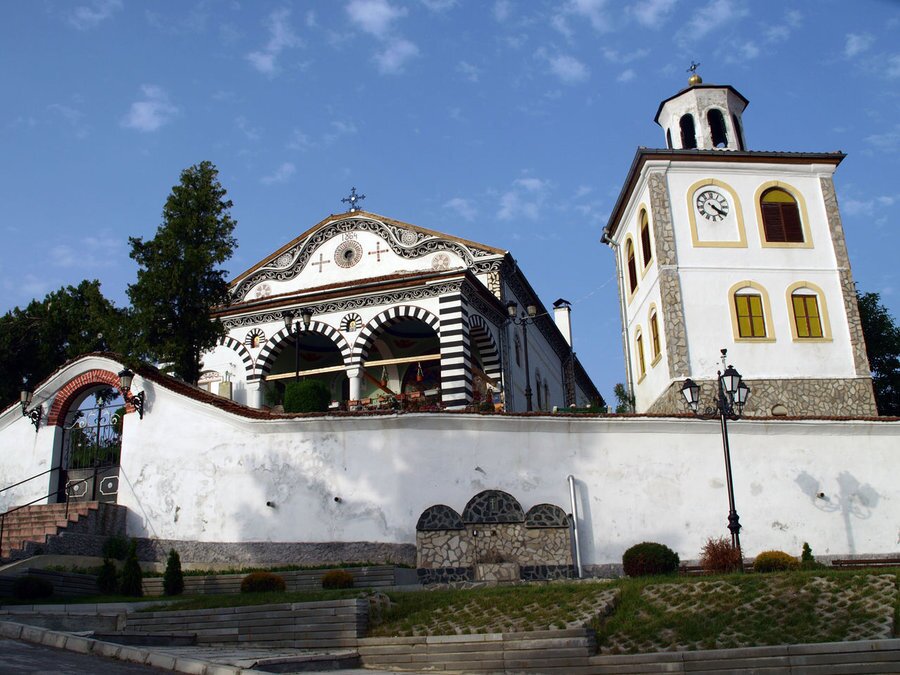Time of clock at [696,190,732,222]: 4:20
